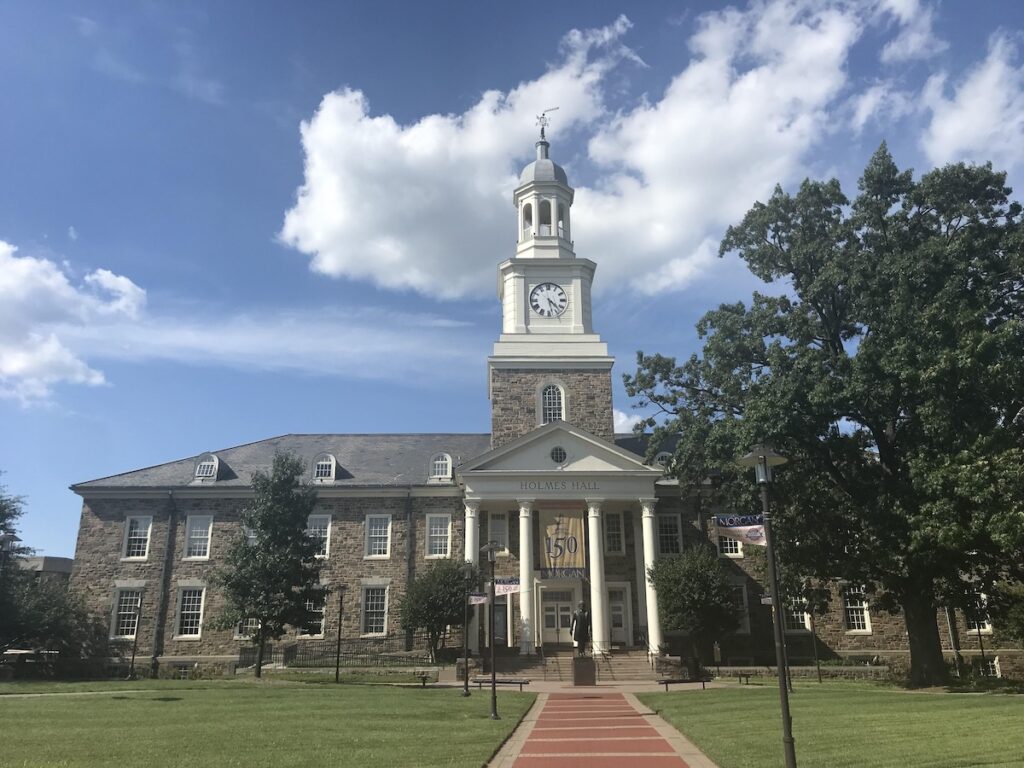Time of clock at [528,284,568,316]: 4:27
